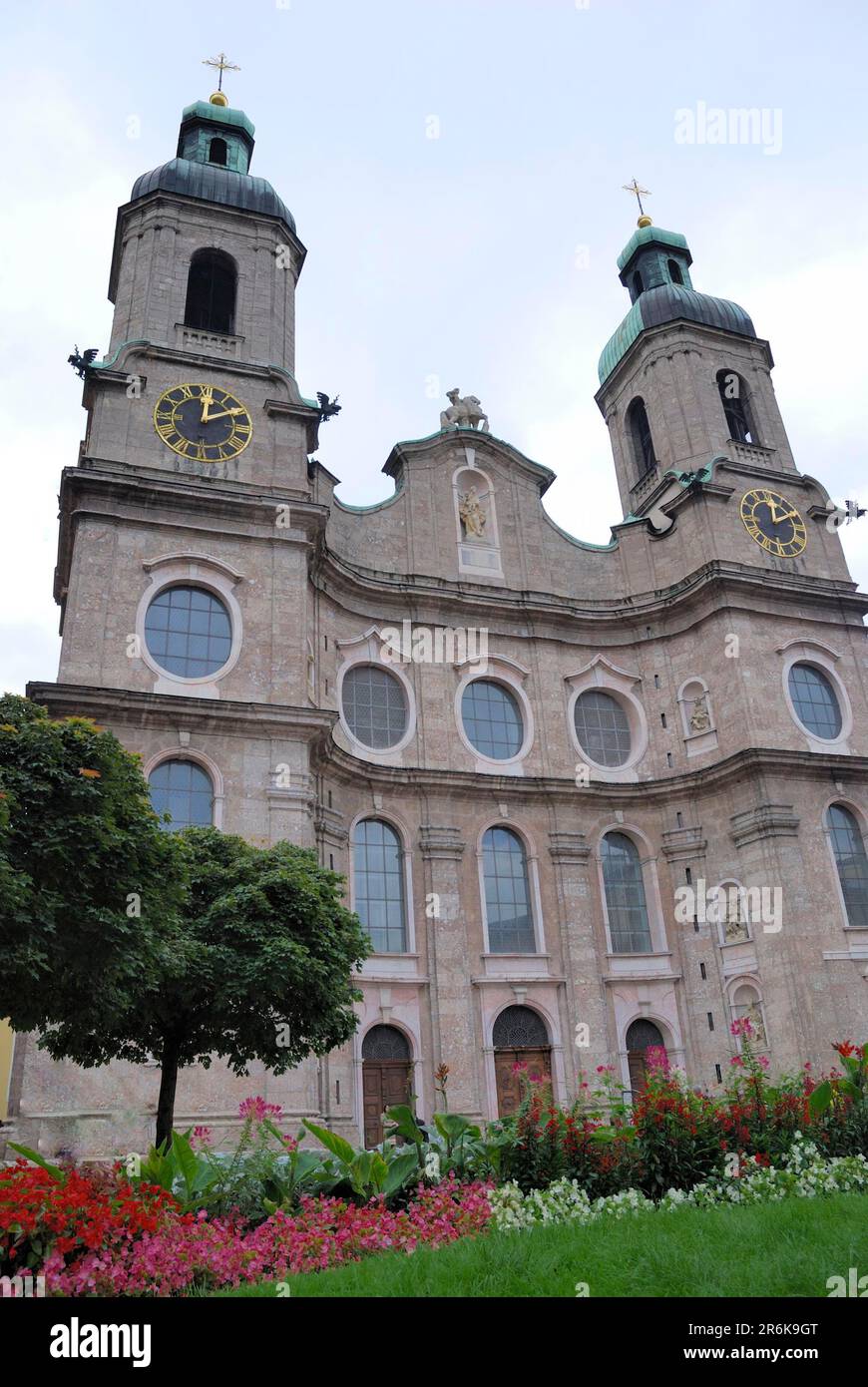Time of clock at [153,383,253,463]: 12:09
